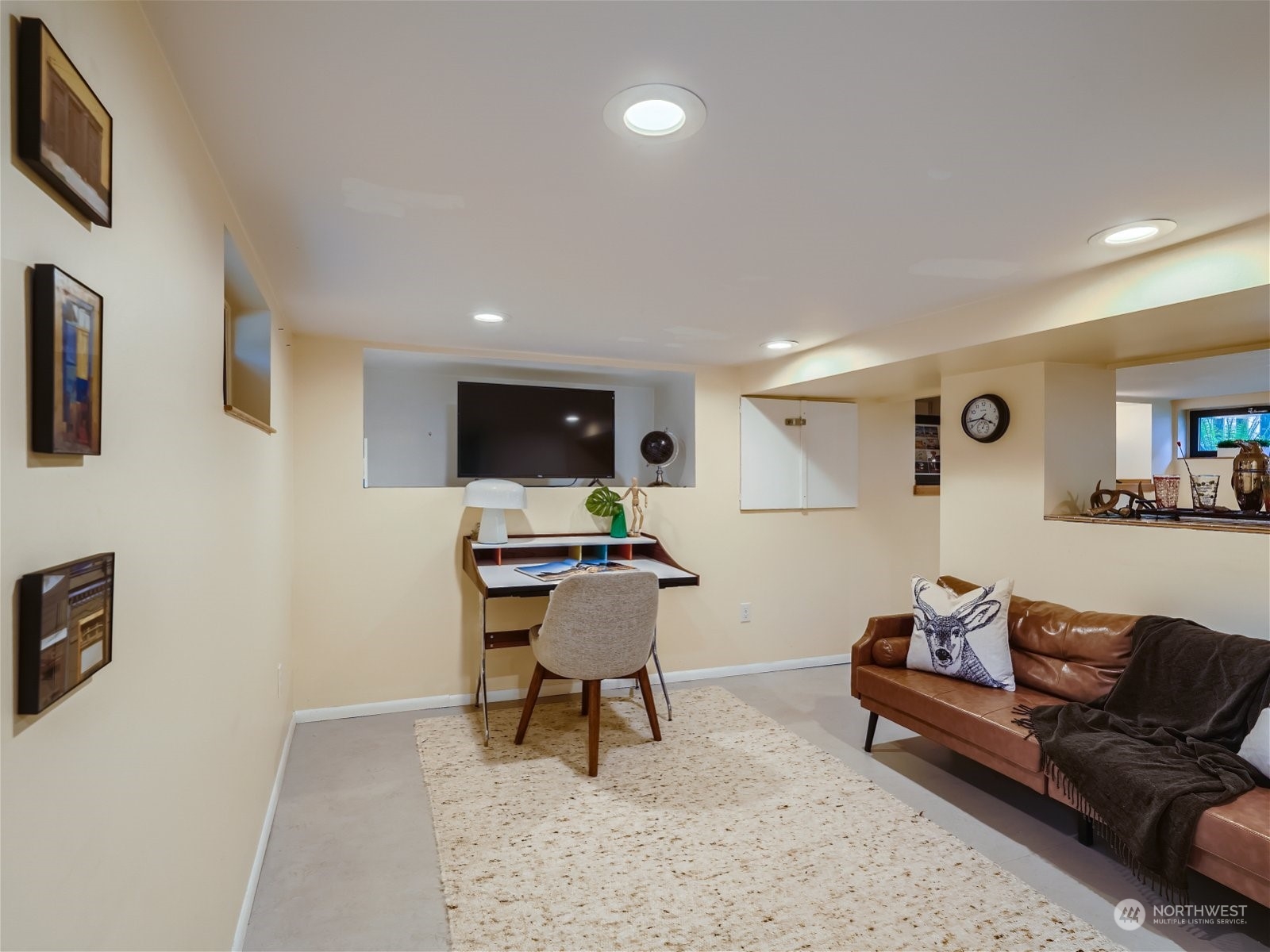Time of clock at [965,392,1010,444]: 3:43
